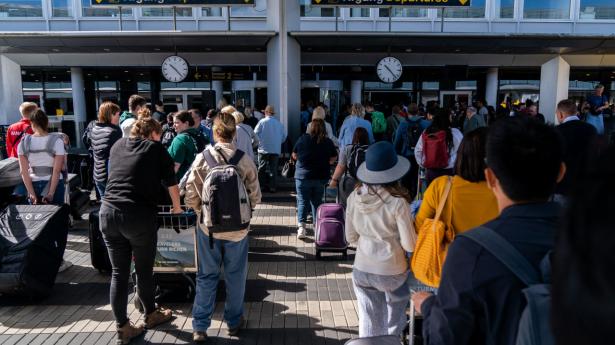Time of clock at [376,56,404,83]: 10:22
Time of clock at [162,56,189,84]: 10:22
